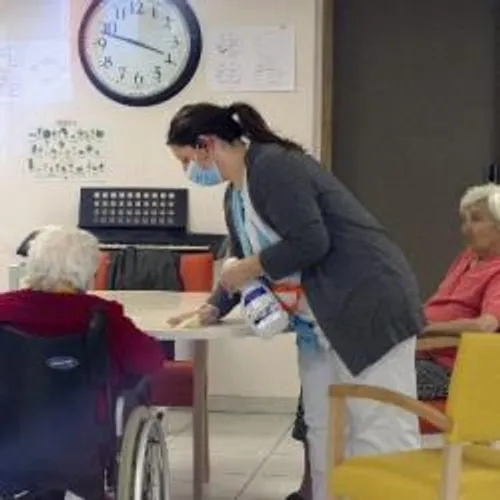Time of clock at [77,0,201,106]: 3:47
